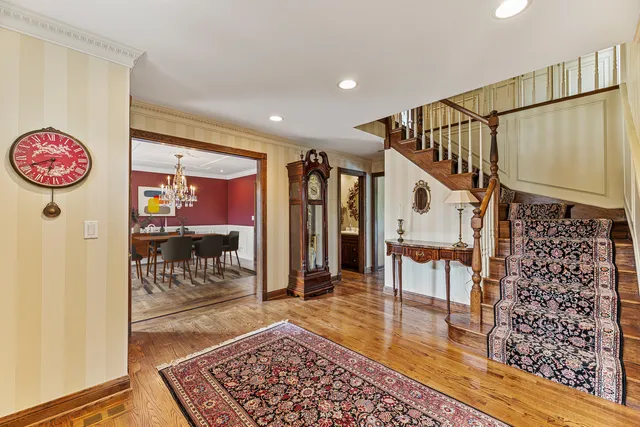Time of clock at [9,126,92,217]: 6:41
